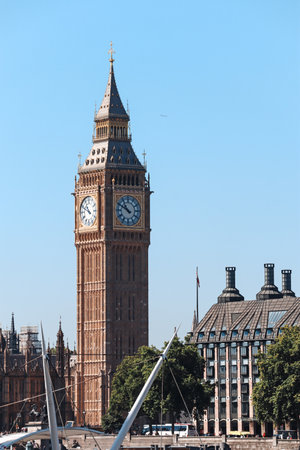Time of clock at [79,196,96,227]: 10:49
